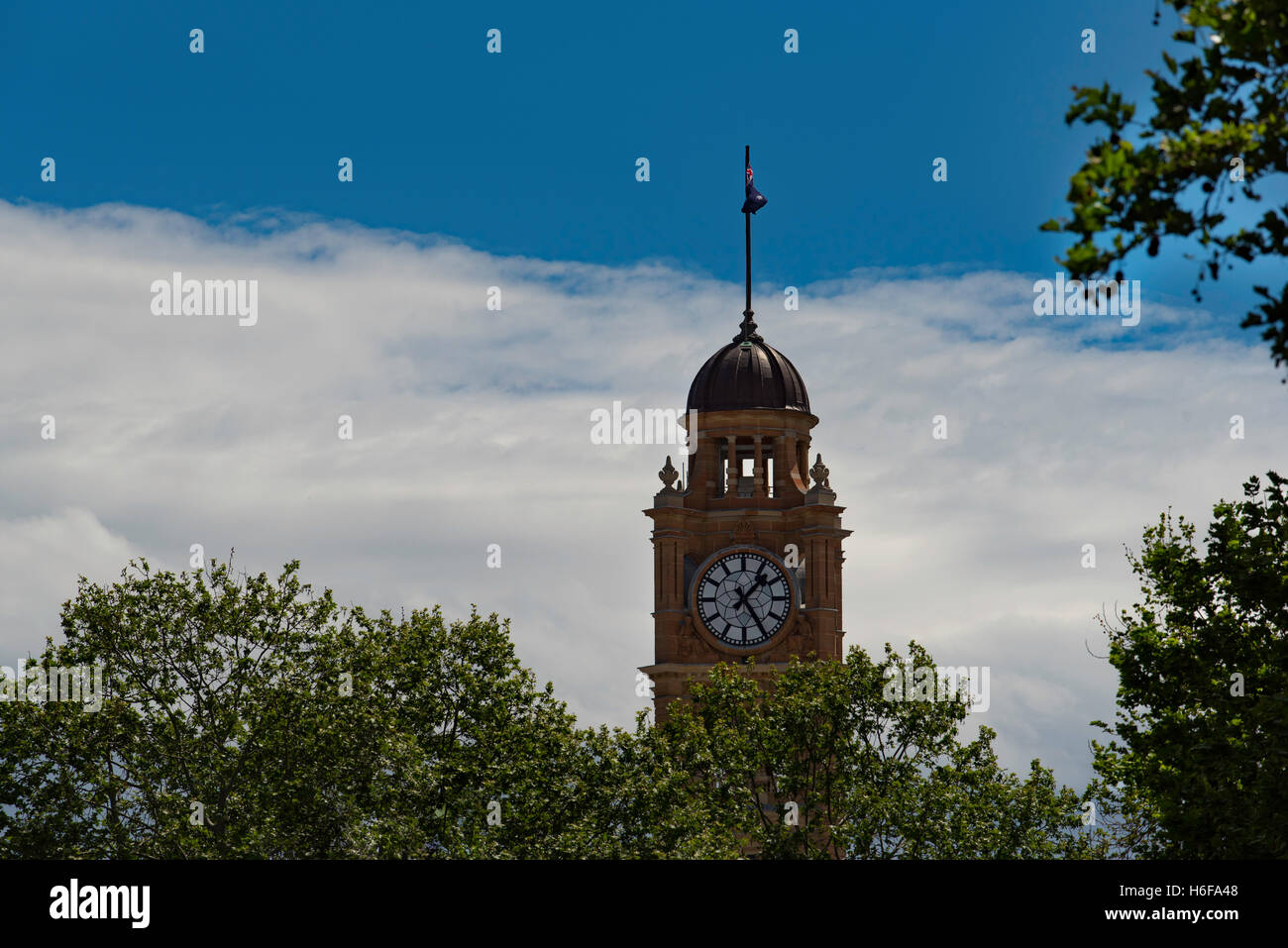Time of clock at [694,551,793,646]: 1:24
